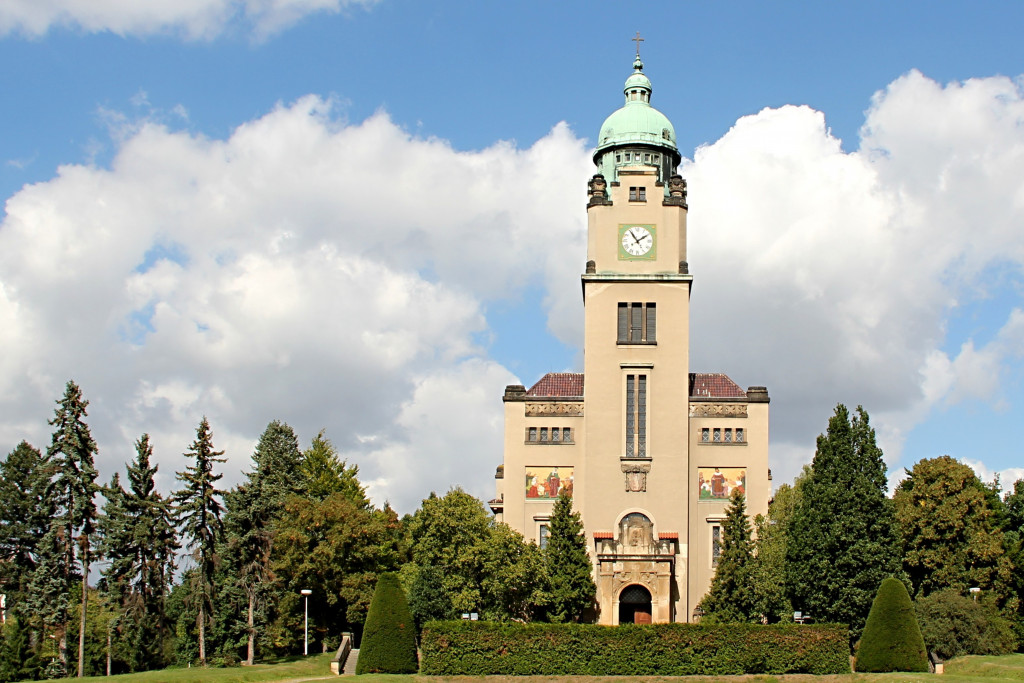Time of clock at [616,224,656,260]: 1:54
